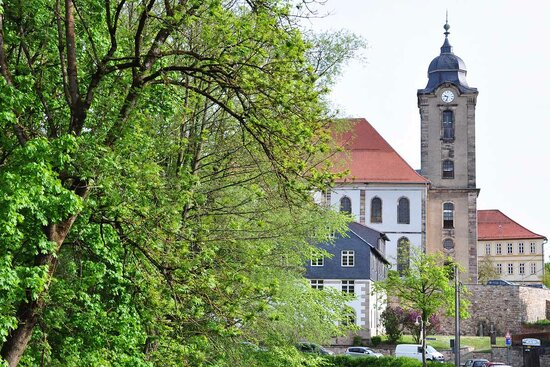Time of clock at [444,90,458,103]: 9:33
